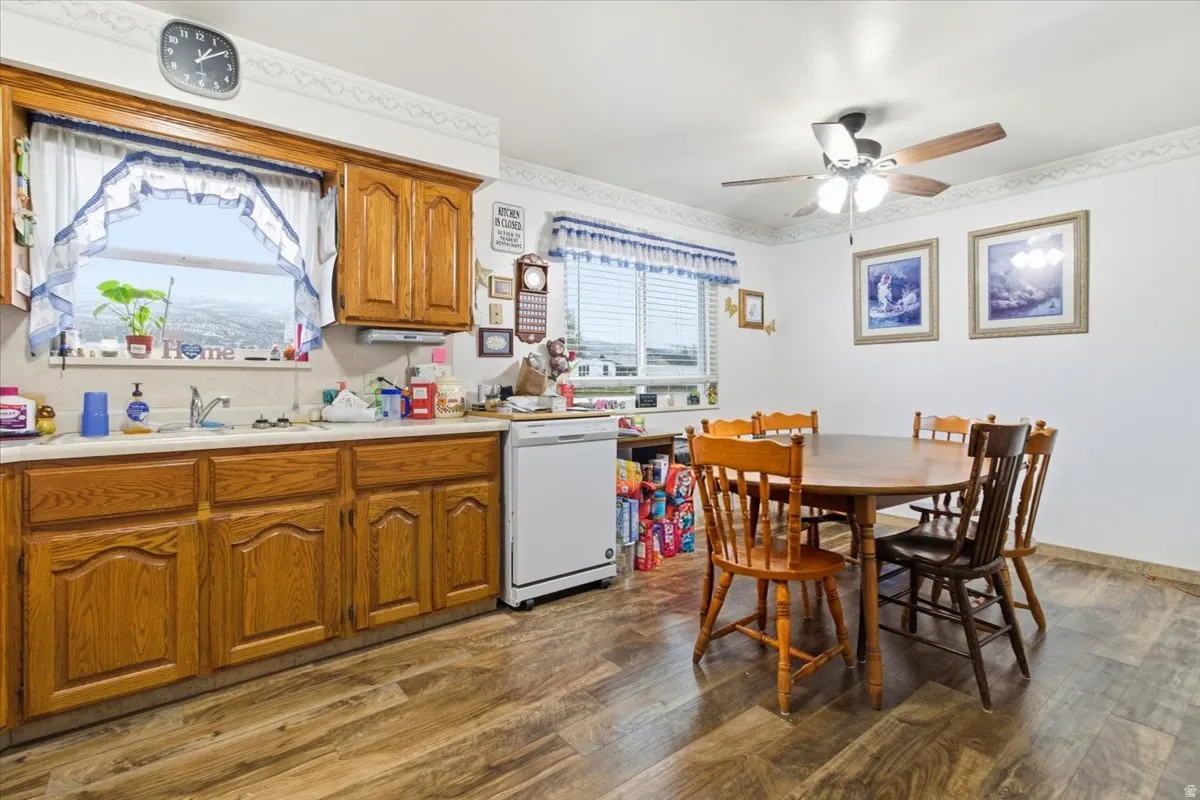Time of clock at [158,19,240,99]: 1:09
